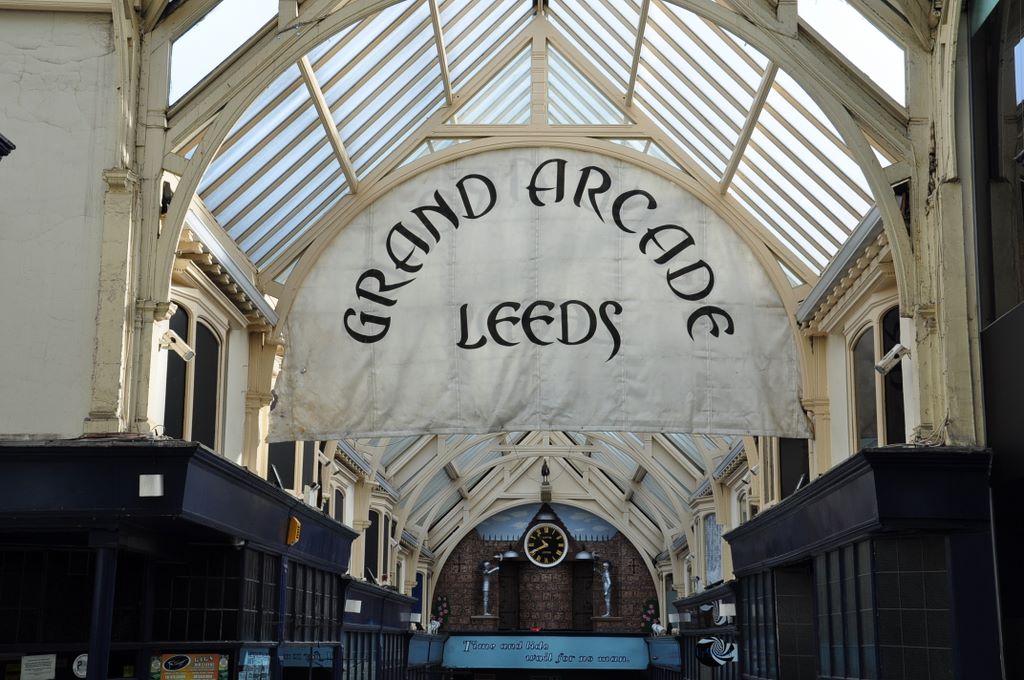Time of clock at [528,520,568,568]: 10:40
